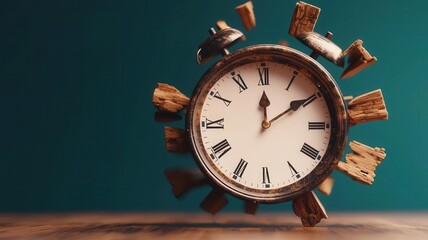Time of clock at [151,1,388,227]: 12:09
